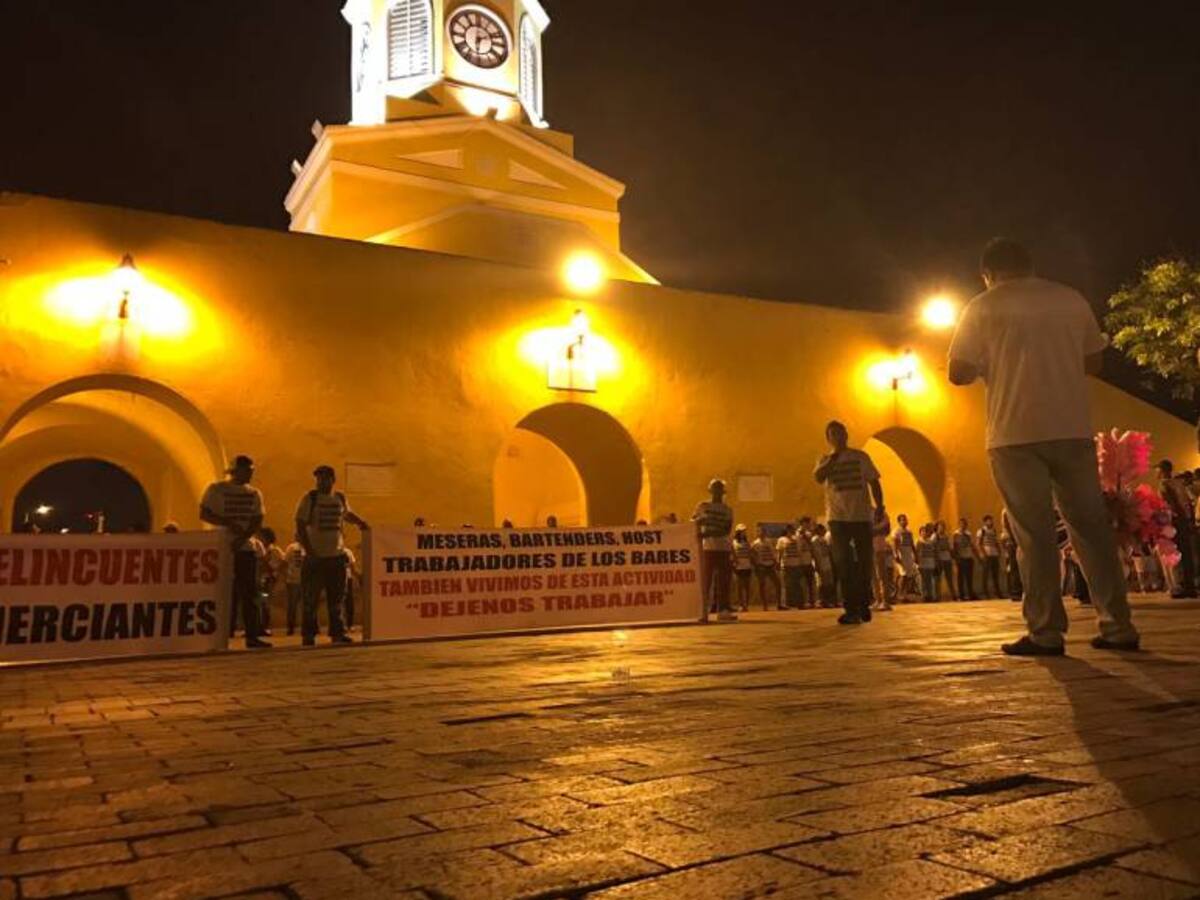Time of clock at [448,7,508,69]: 6:11
